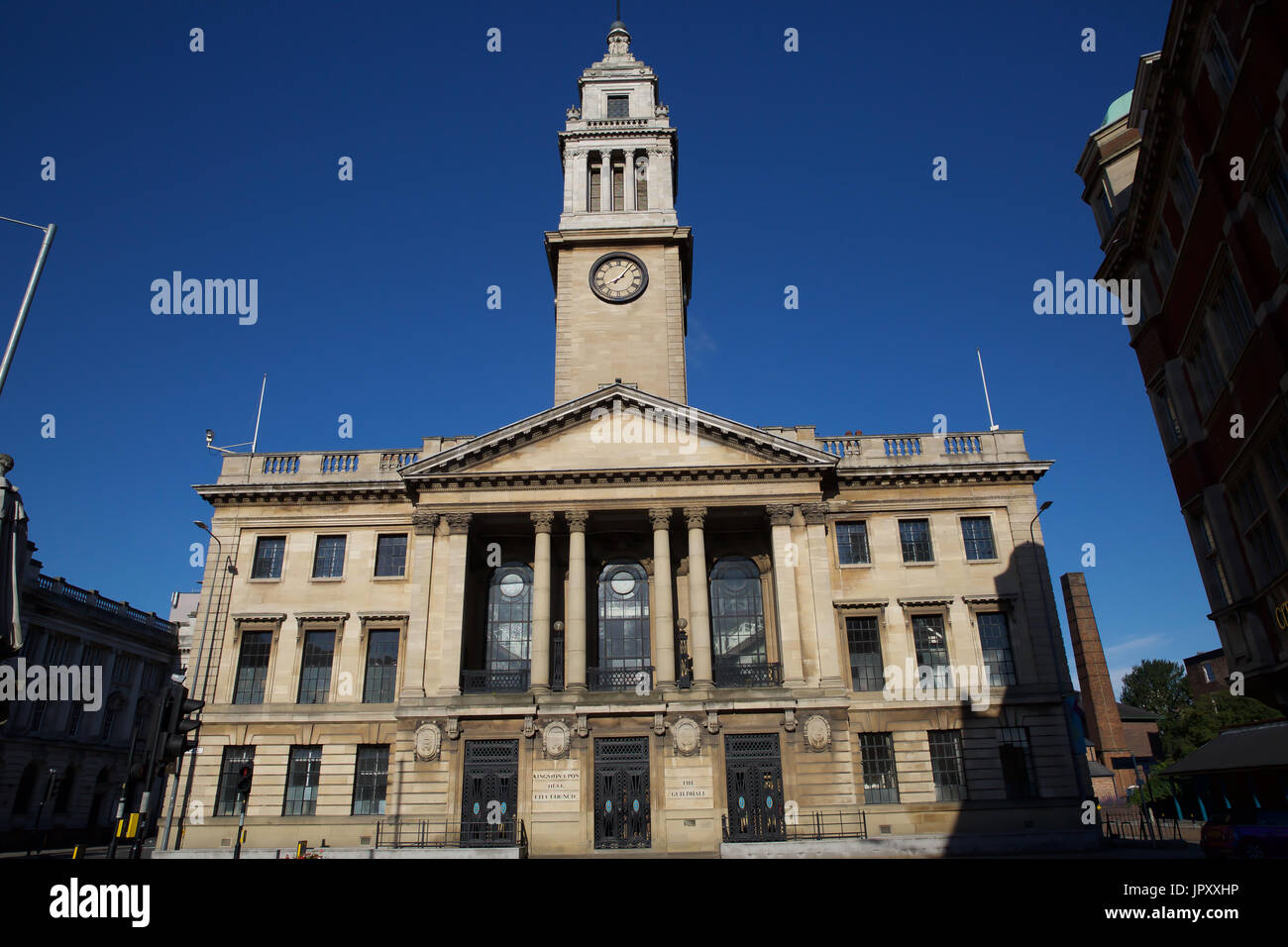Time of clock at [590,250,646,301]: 8:06
